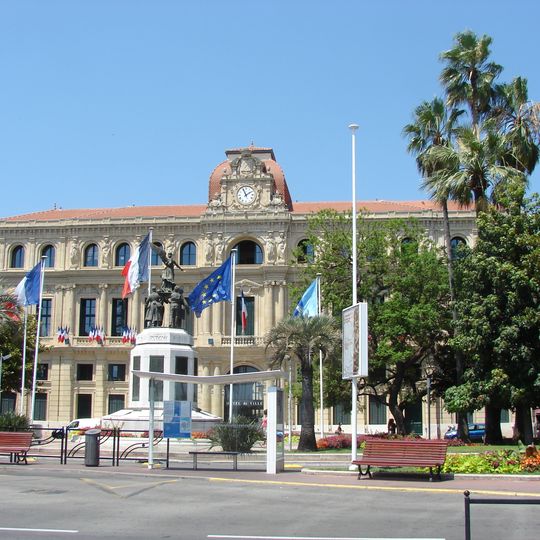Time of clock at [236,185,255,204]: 1:56
